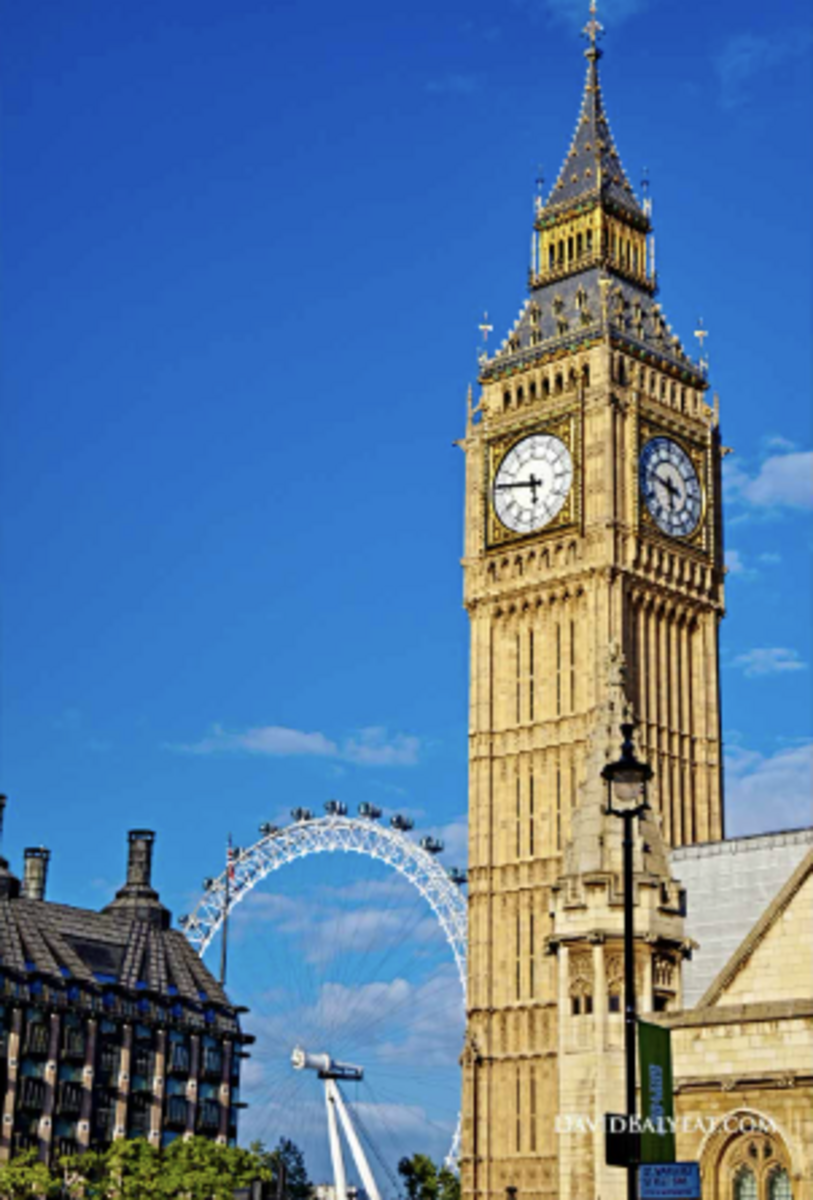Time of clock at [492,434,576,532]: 5:46
